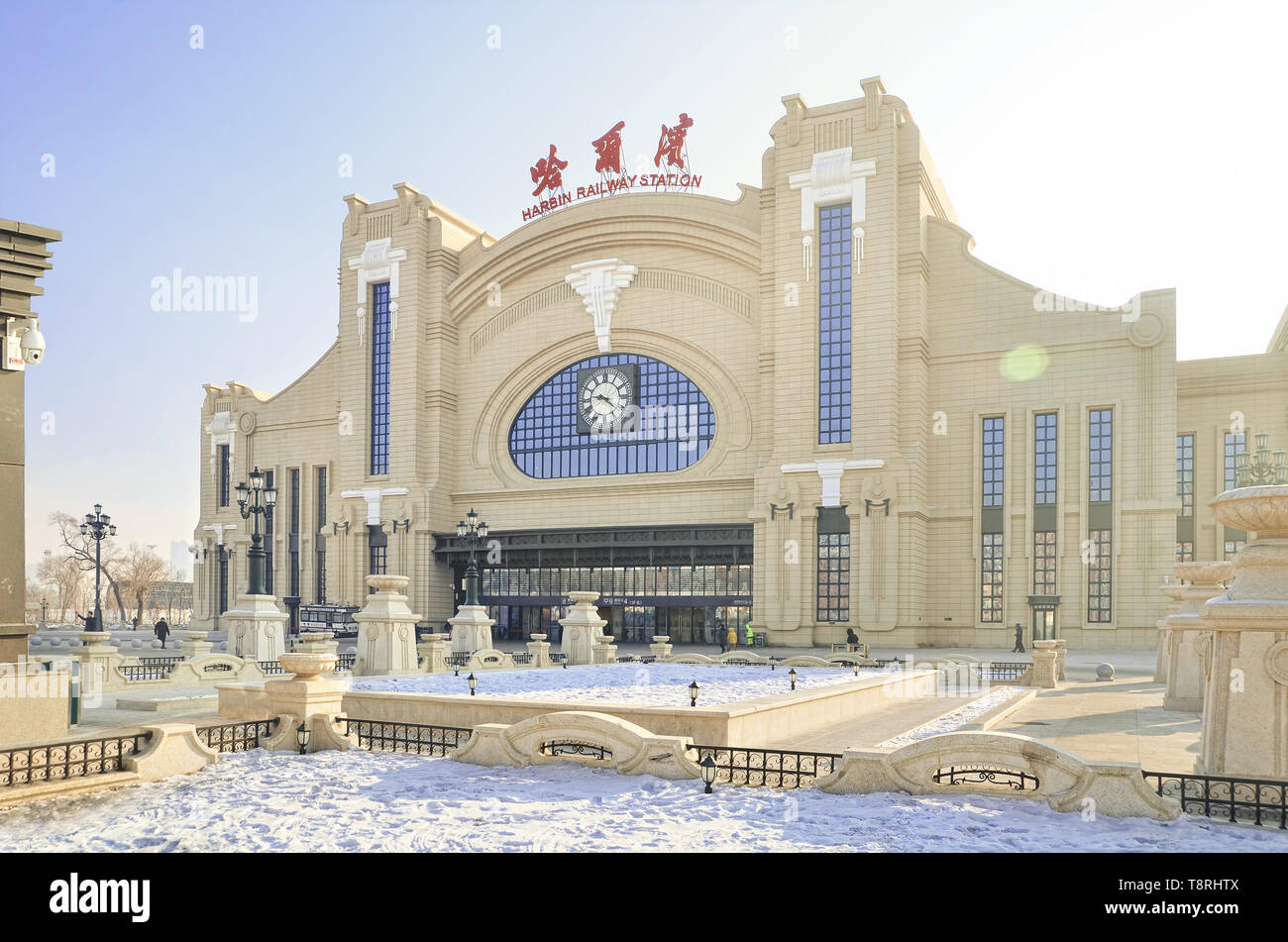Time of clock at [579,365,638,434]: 9:22
